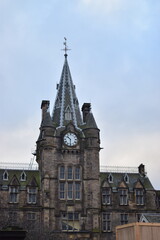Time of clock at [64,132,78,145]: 10:30
